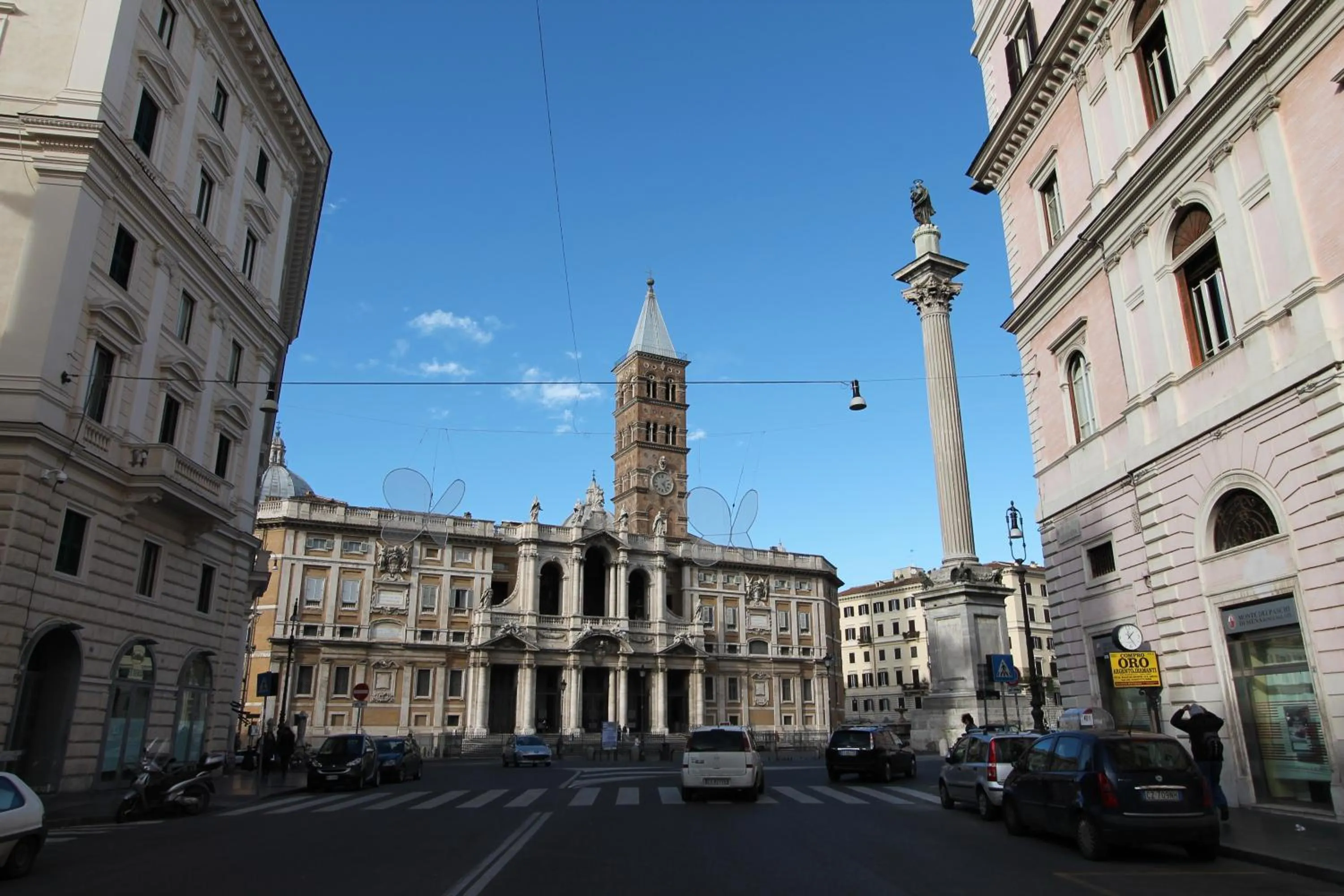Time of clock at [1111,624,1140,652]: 1:24
